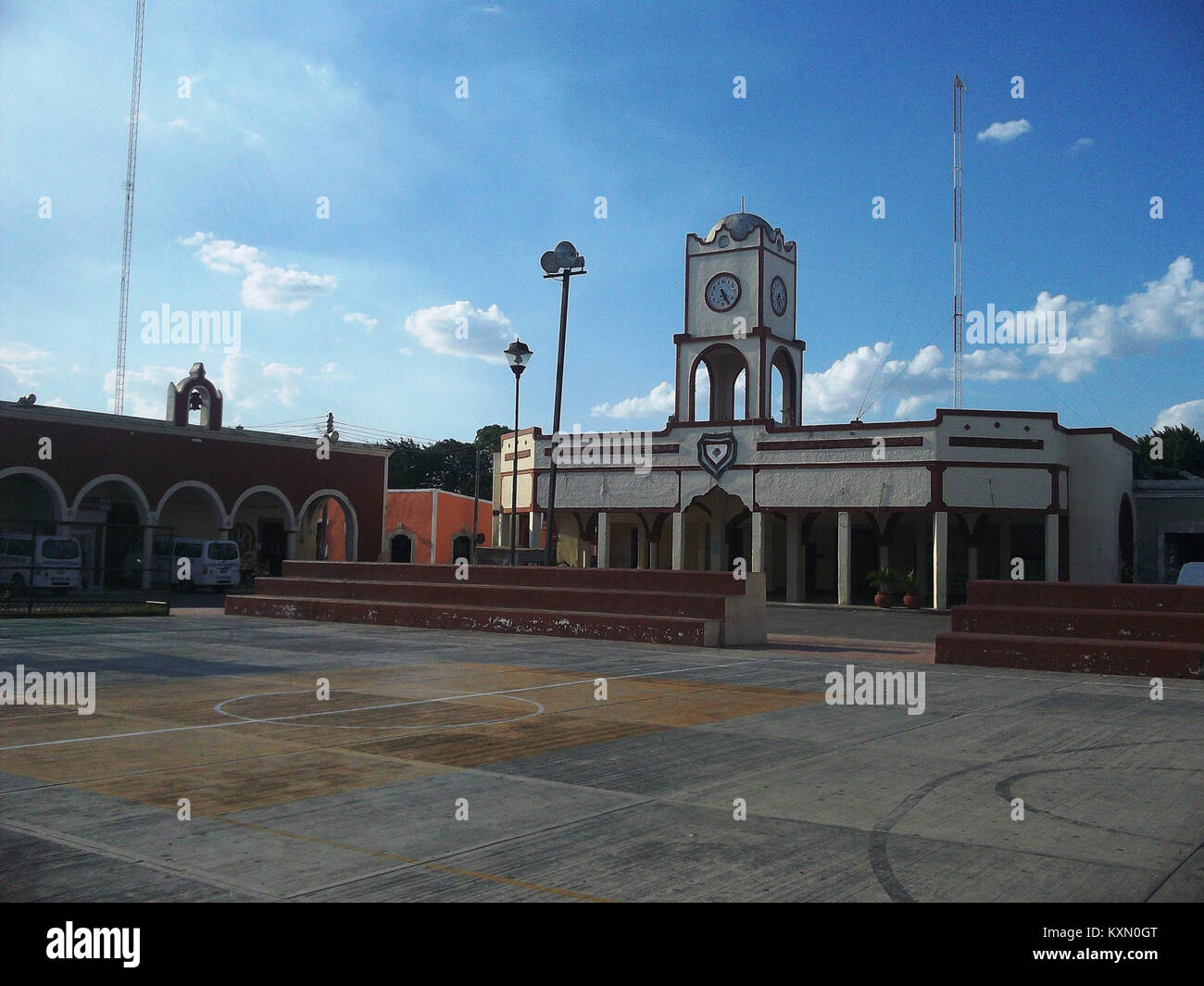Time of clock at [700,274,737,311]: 5:24
